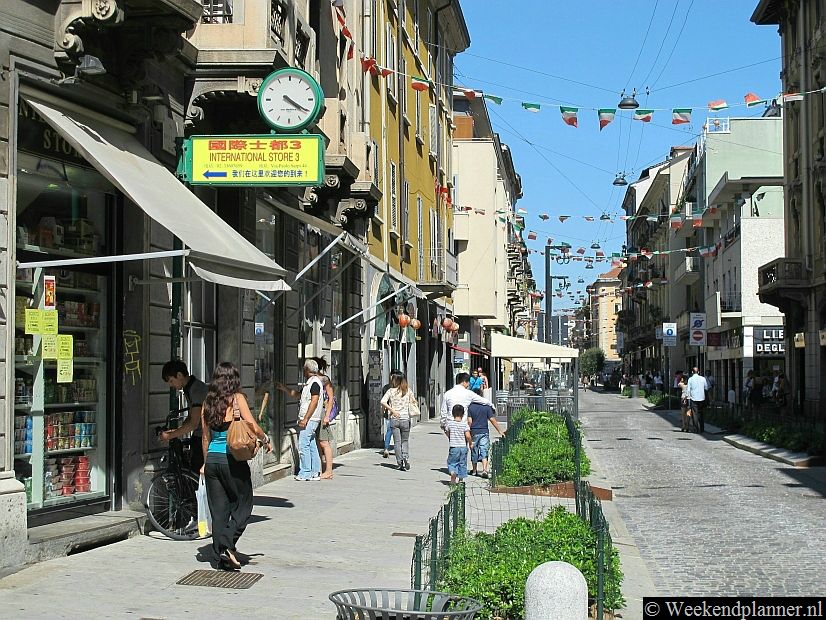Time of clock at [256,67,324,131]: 4:20
